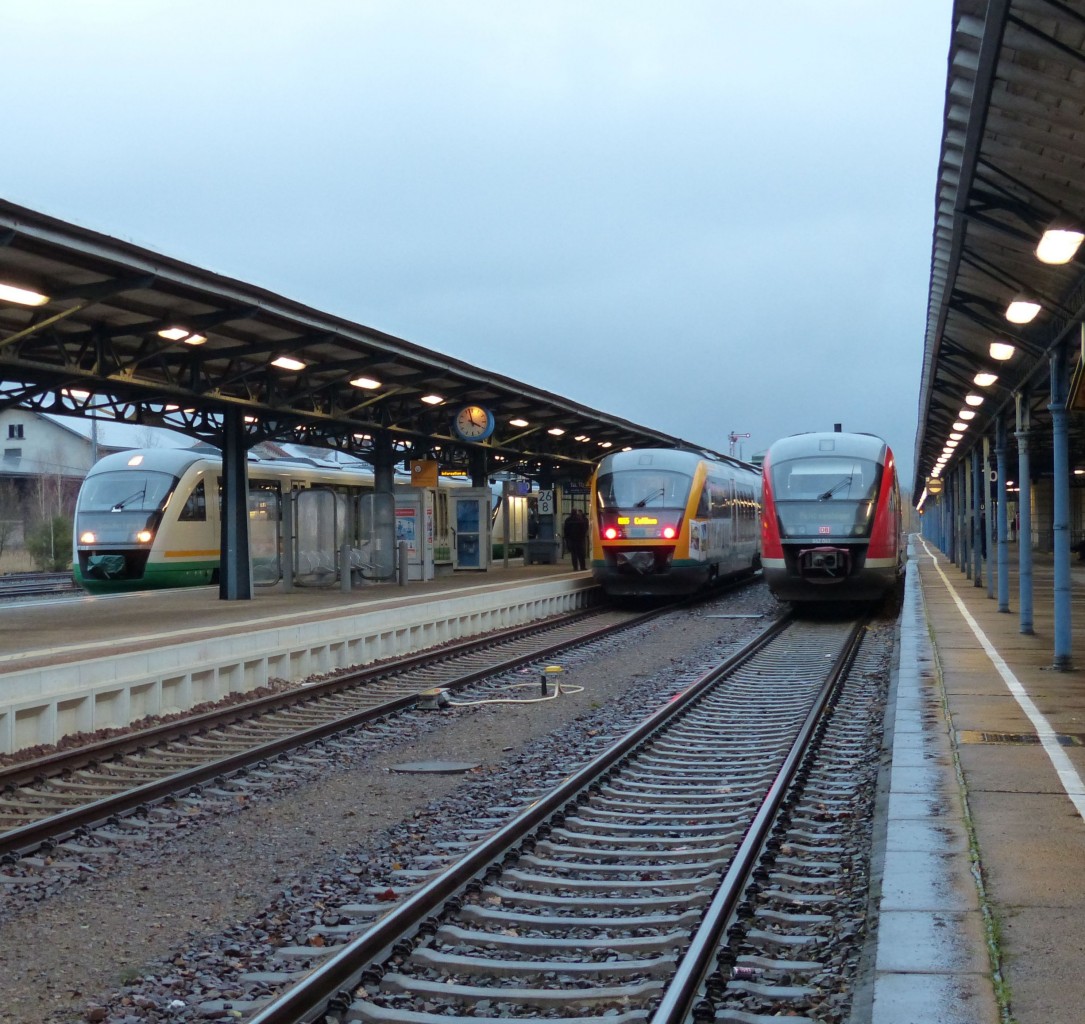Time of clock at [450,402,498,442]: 3:57
